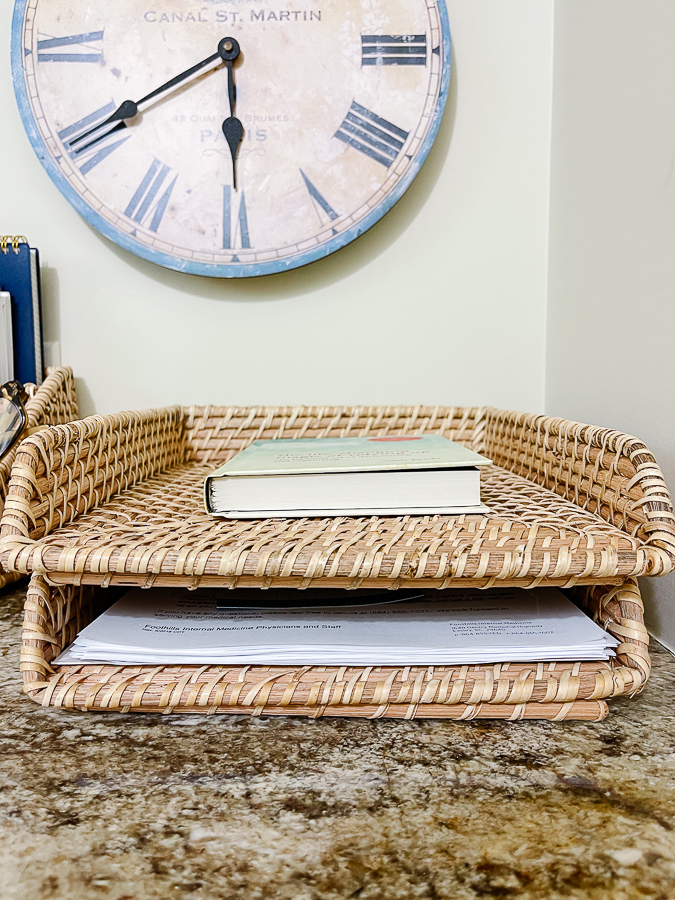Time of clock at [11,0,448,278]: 5:40
